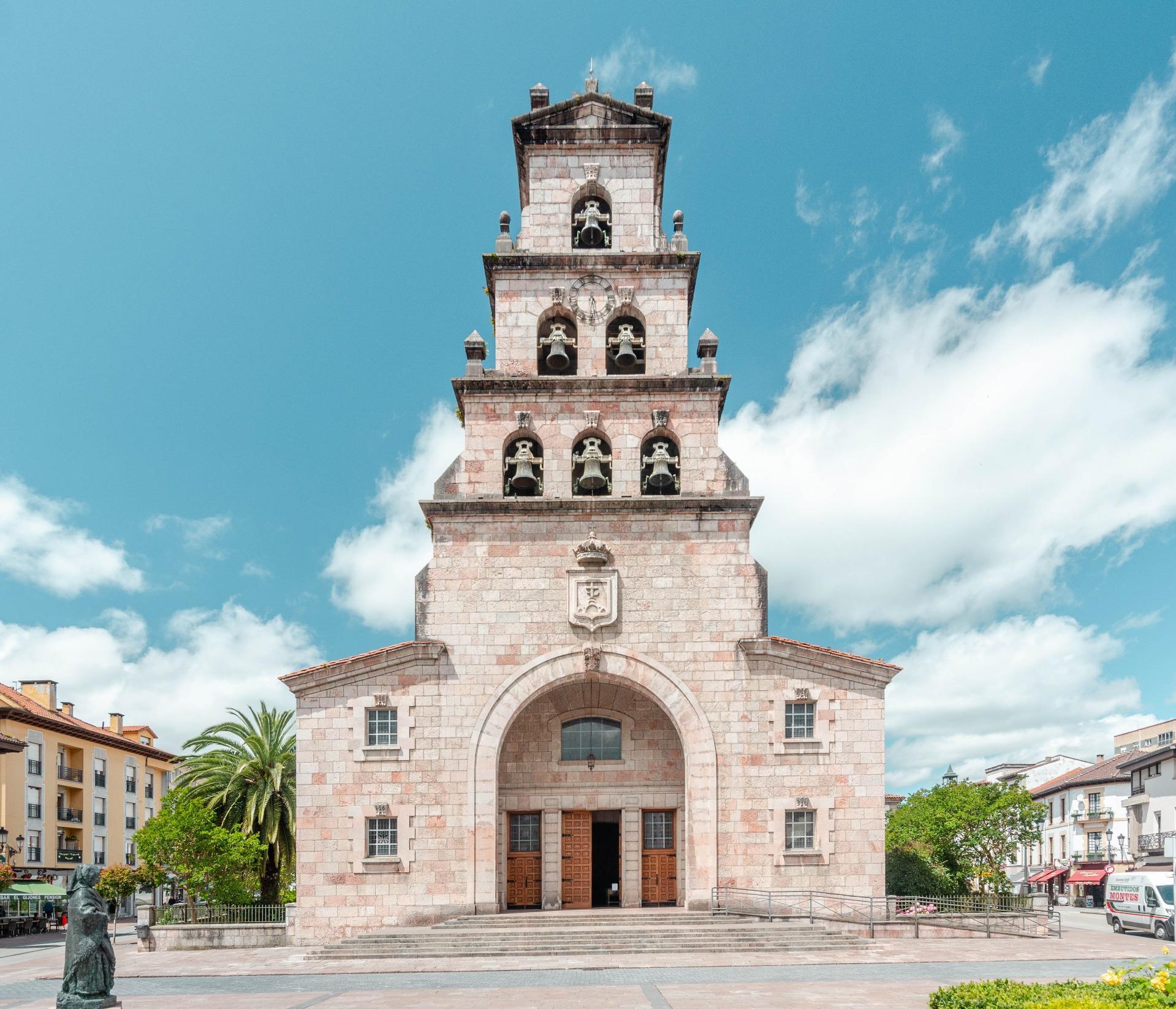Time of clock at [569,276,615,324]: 5:30
